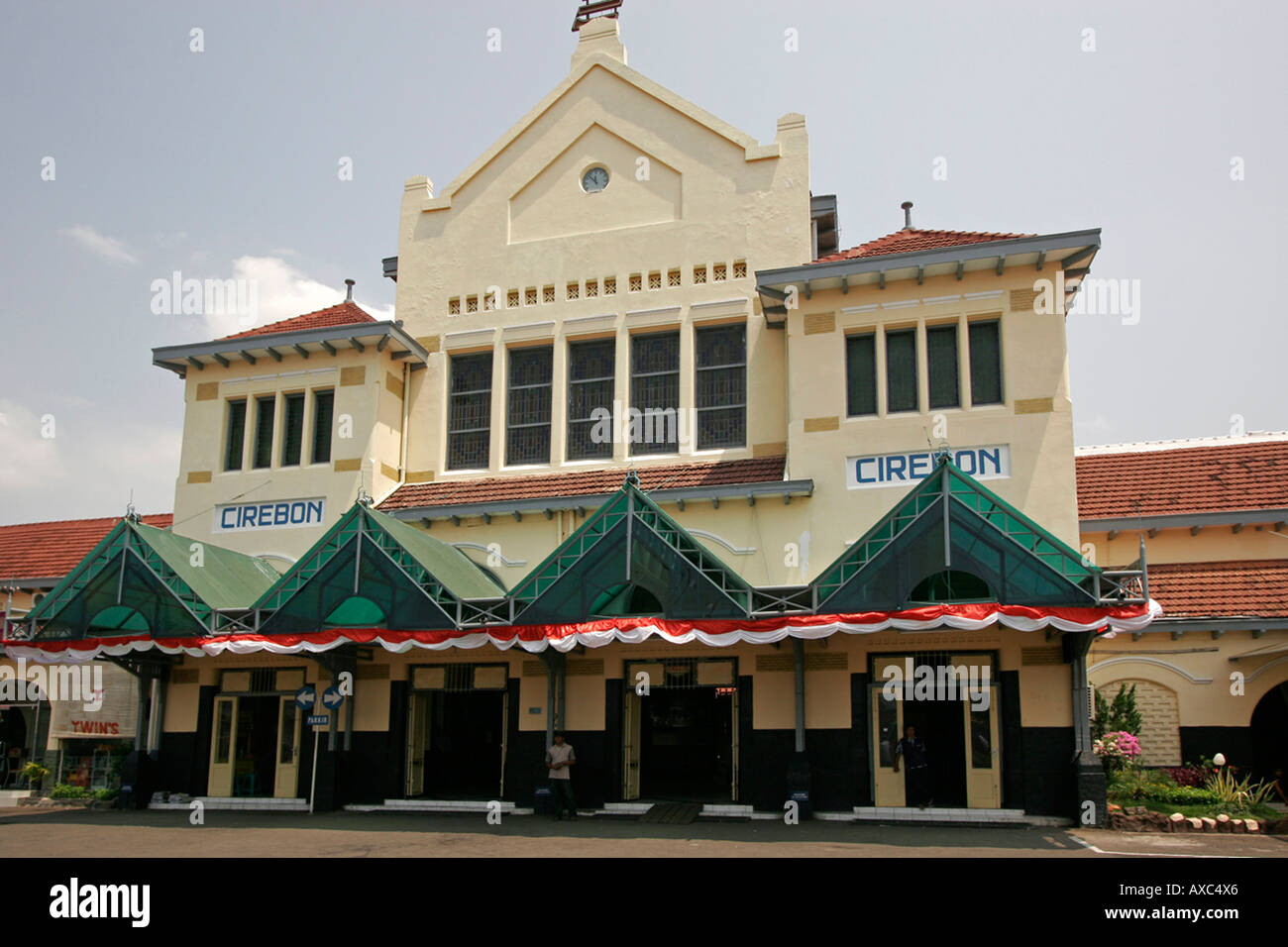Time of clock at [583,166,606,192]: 11:52
